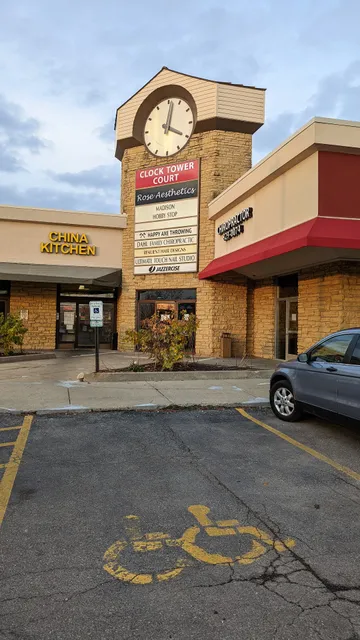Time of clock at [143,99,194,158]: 4:02
